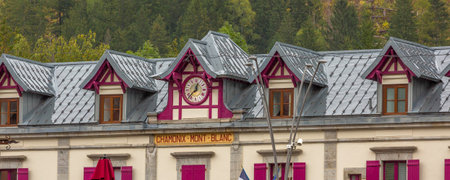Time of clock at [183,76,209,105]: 12:37
